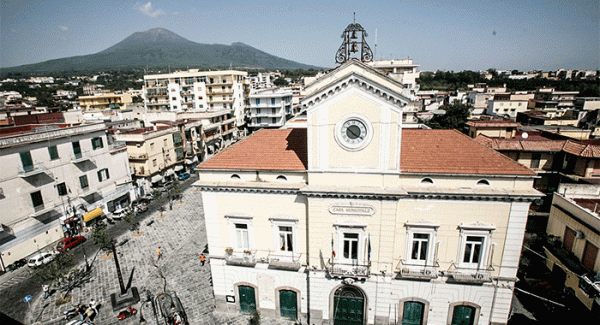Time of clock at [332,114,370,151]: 10:20
